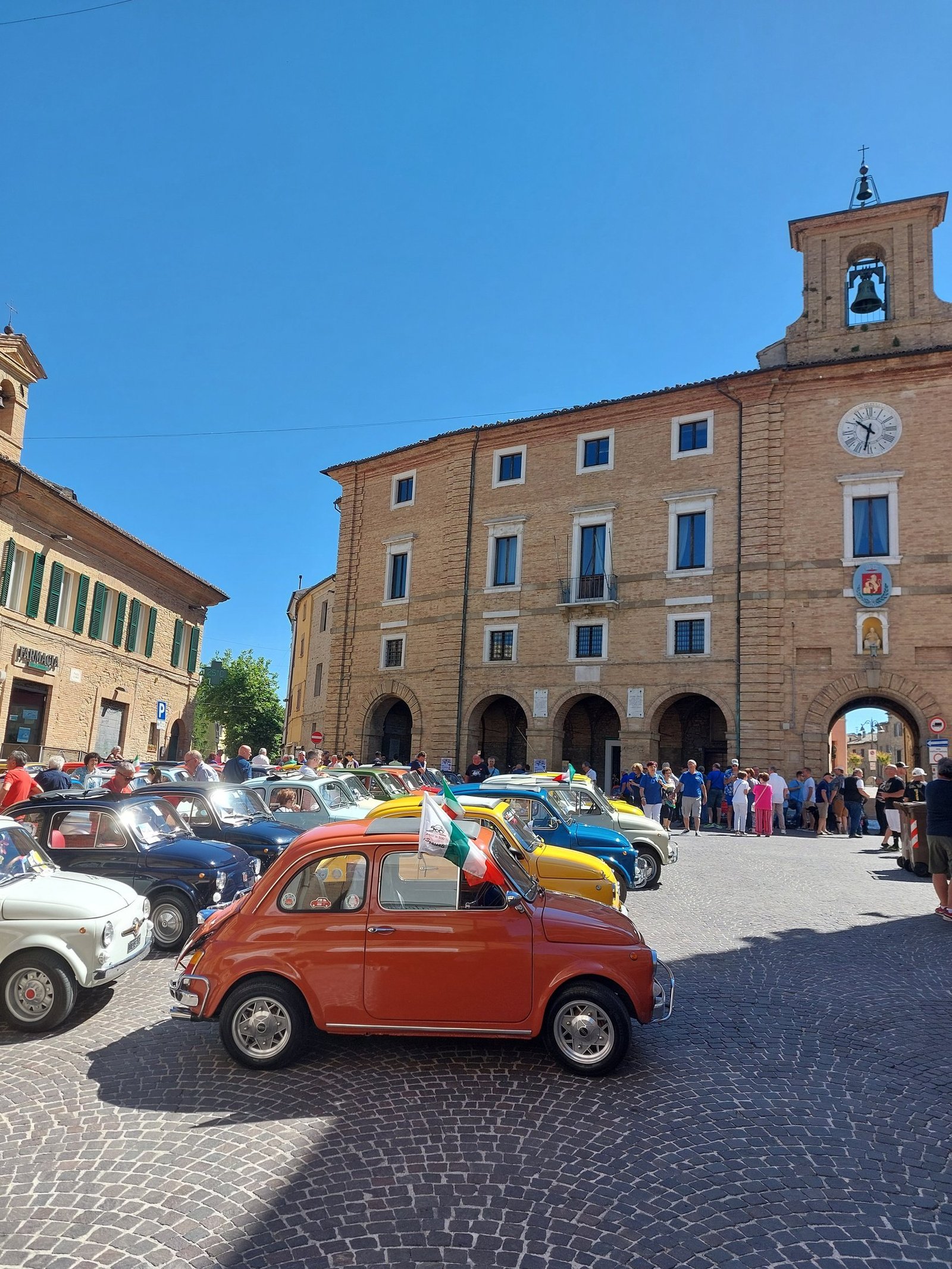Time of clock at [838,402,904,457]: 10:32
